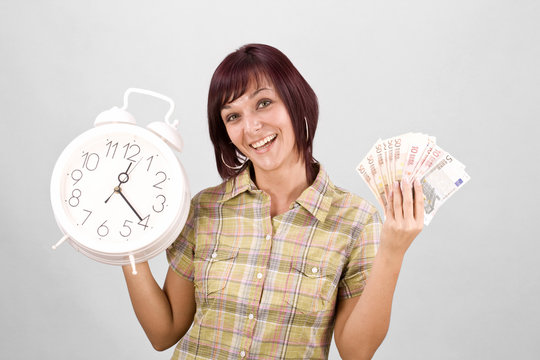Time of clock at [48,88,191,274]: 12:20
